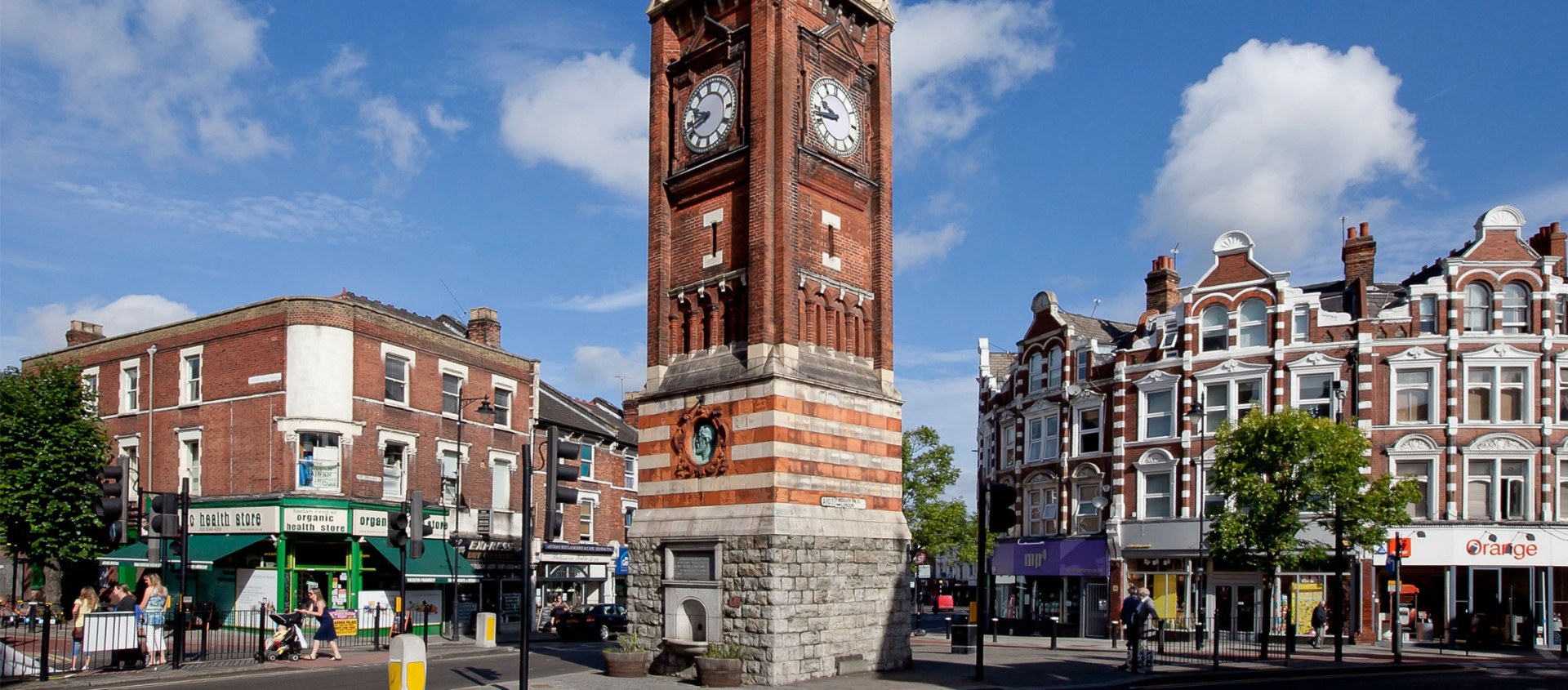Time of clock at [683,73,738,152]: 9:42
